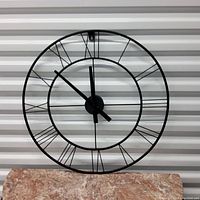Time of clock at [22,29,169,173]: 11:52
